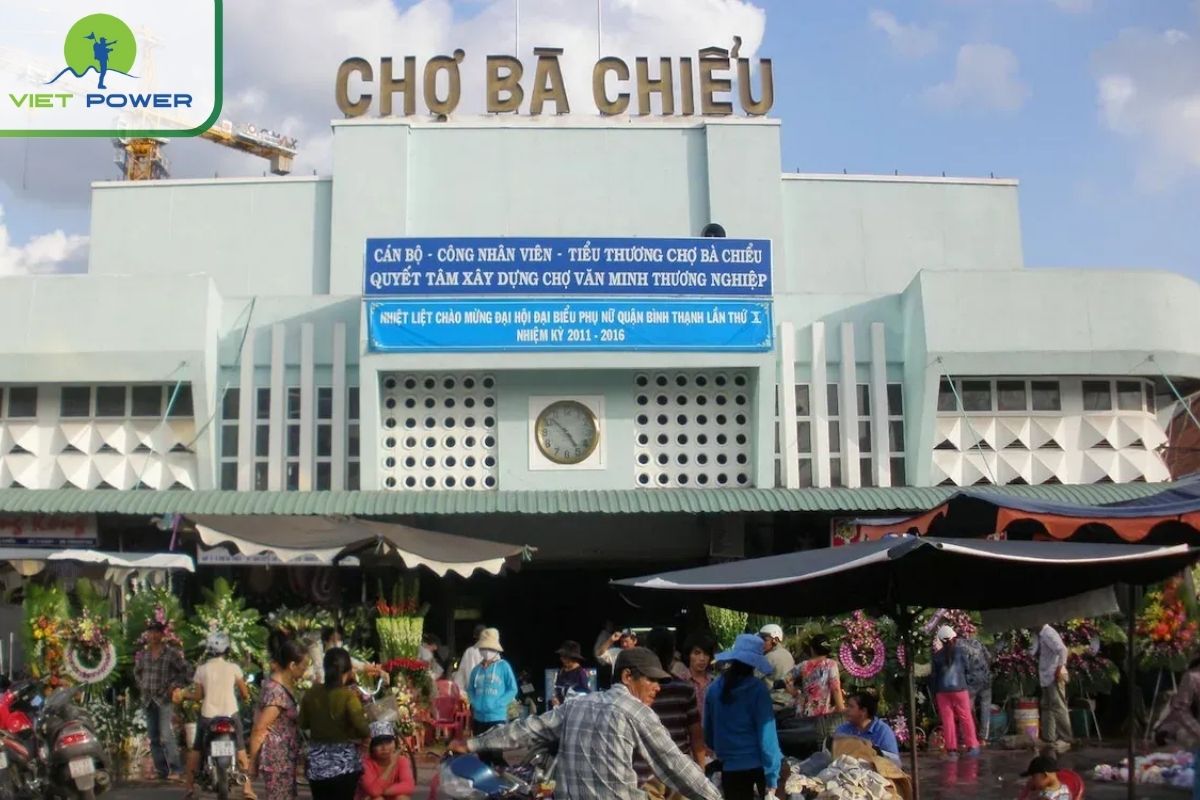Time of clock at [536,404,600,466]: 4:52
